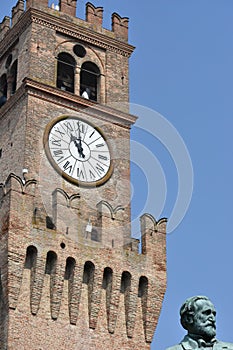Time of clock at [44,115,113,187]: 10:59
